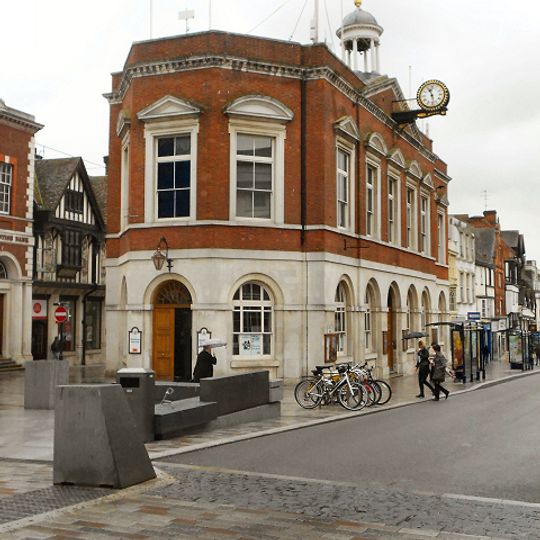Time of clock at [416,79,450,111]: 11:28
